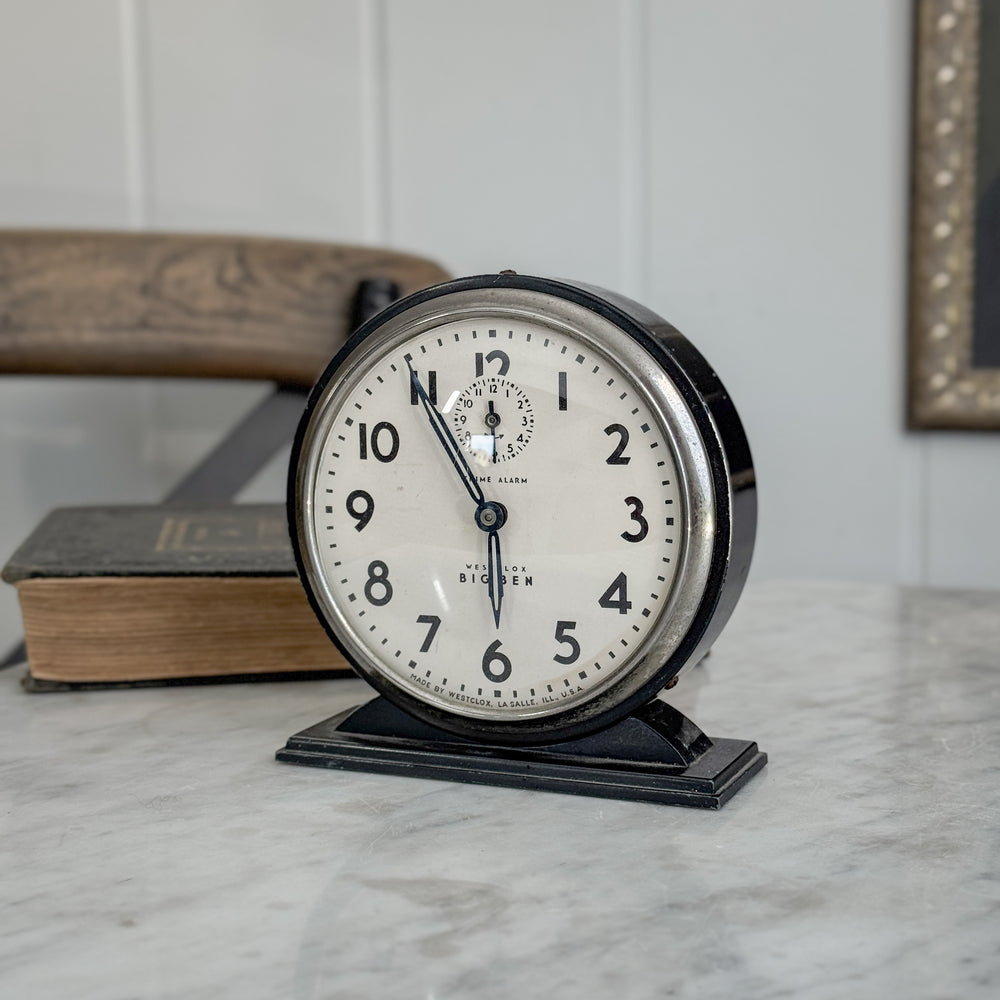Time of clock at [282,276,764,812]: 5:54
